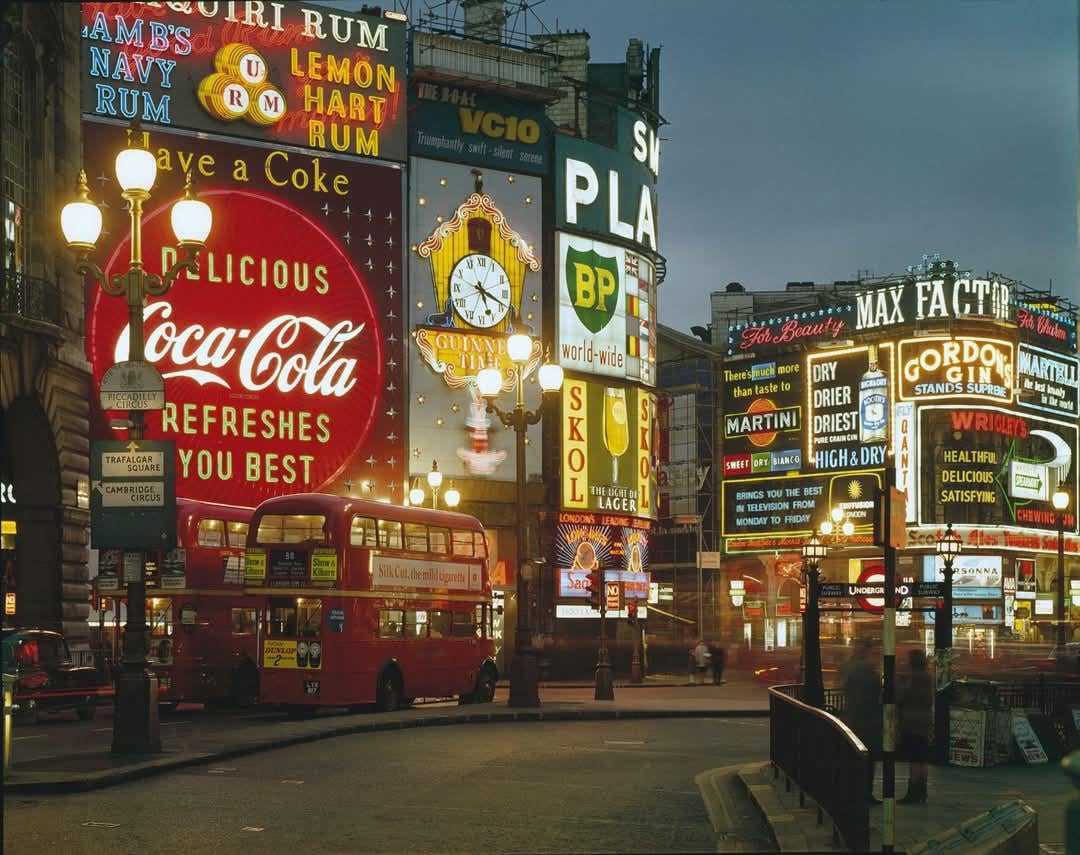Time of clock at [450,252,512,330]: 5:18
